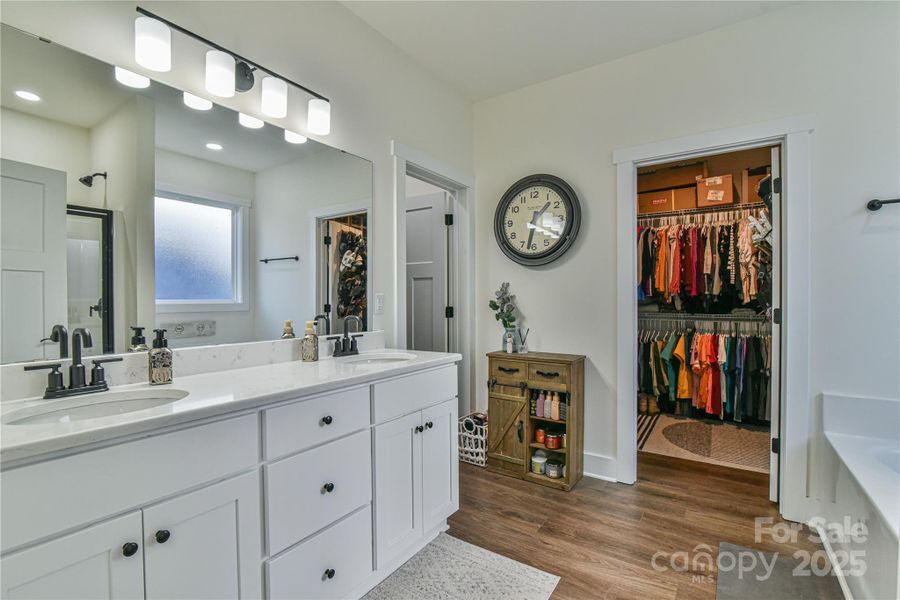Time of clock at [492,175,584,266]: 1:32
